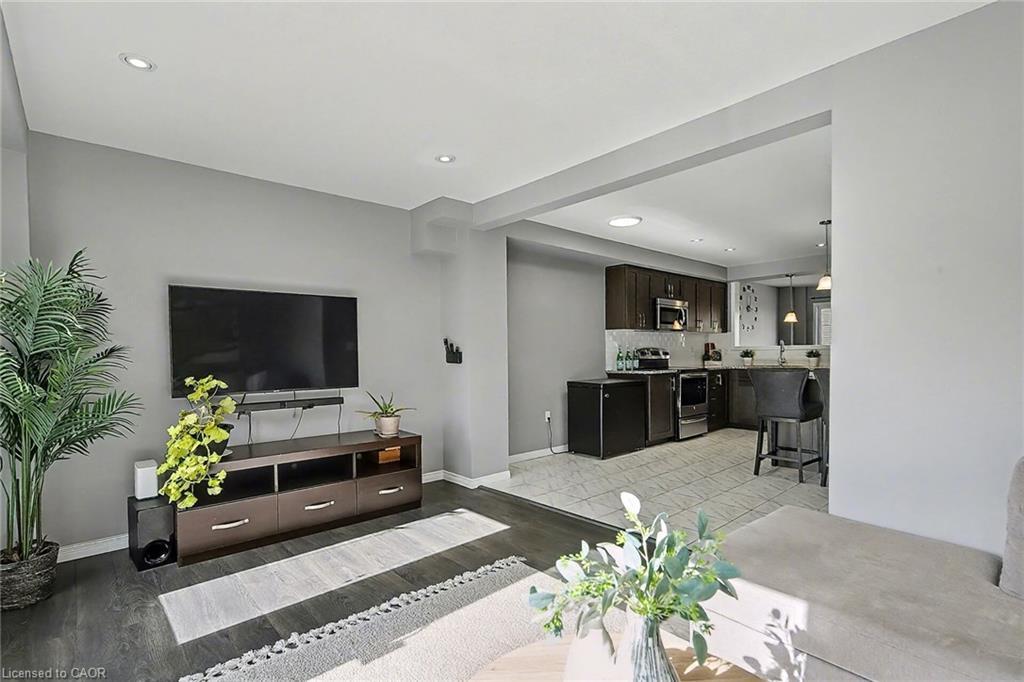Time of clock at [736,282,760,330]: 12:16
